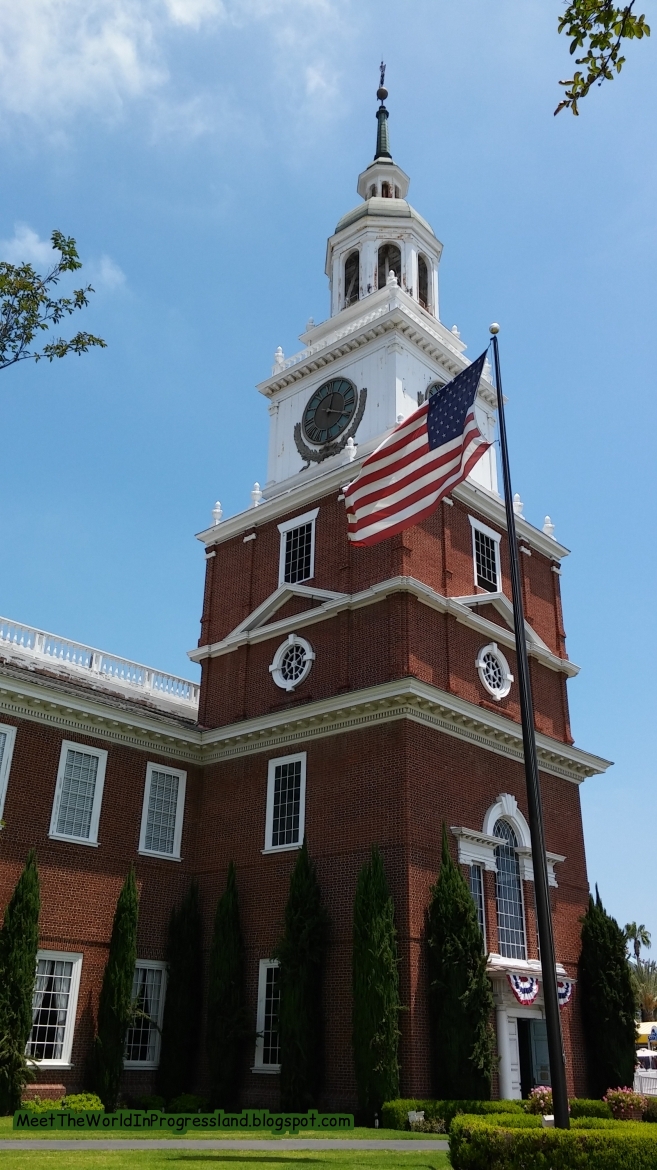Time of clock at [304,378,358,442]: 12:19
